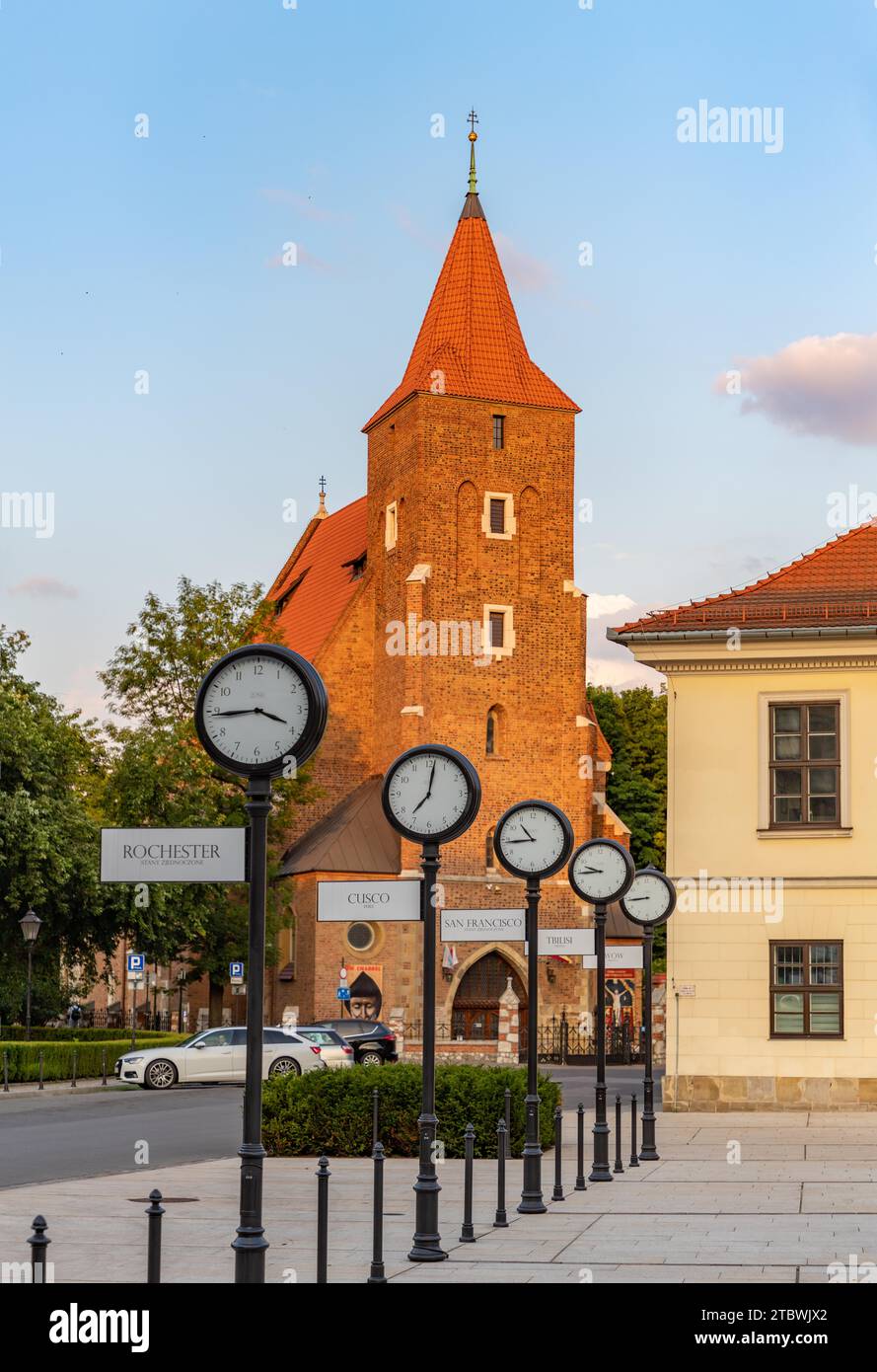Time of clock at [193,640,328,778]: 3:44
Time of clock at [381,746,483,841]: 7:01
